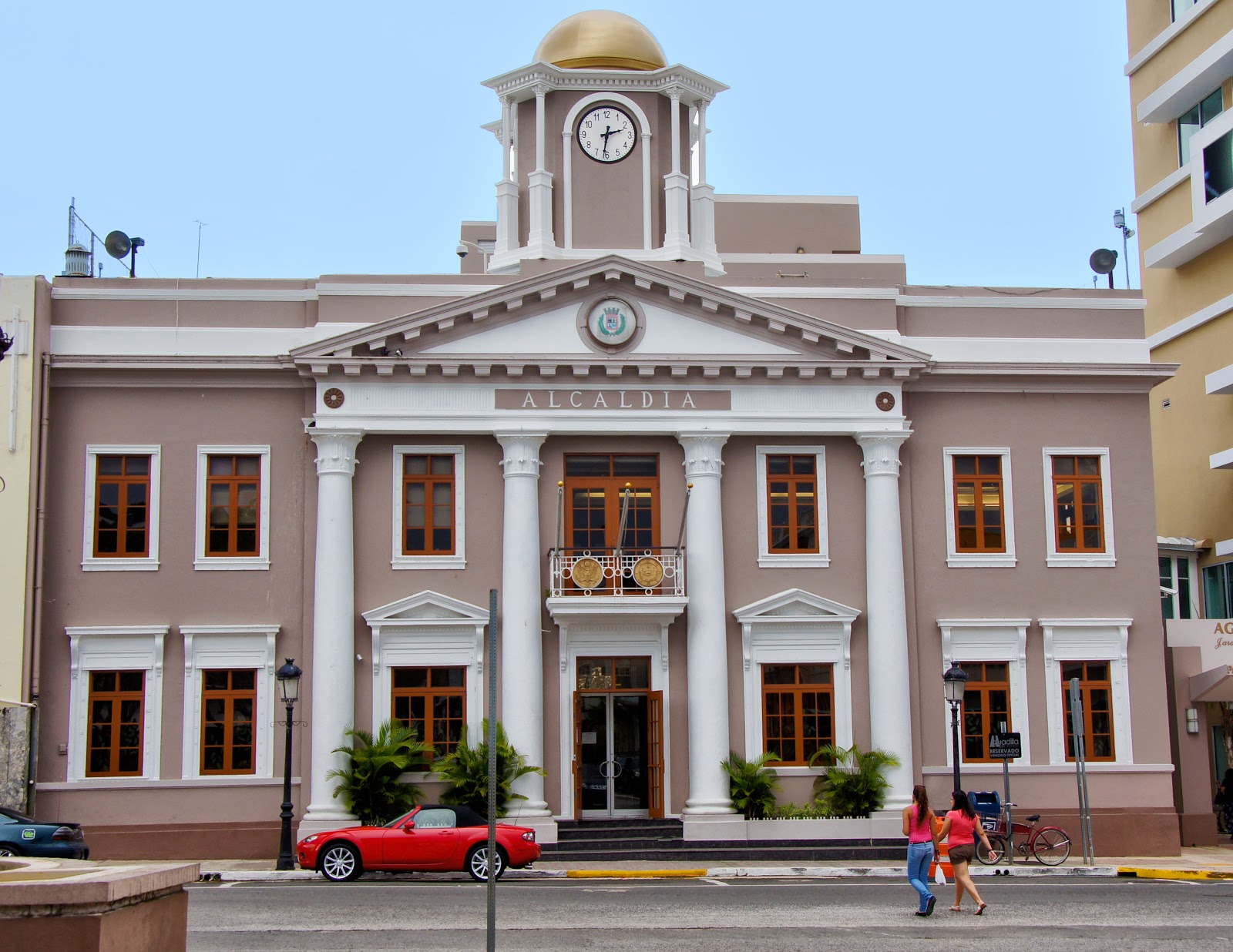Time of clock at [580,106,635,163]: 2:31
